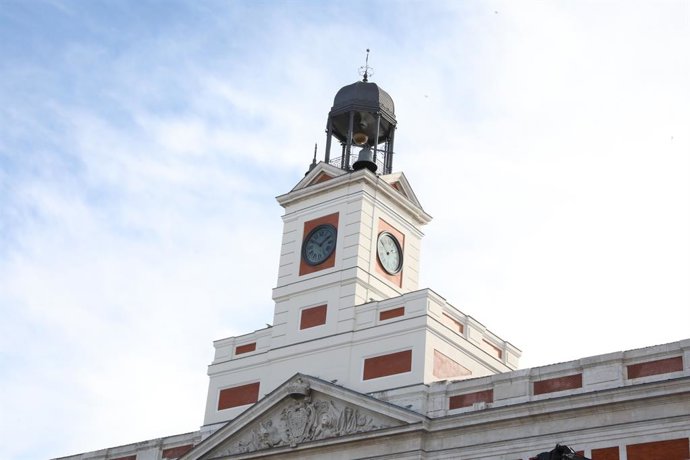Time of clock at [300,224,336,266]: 1:50
